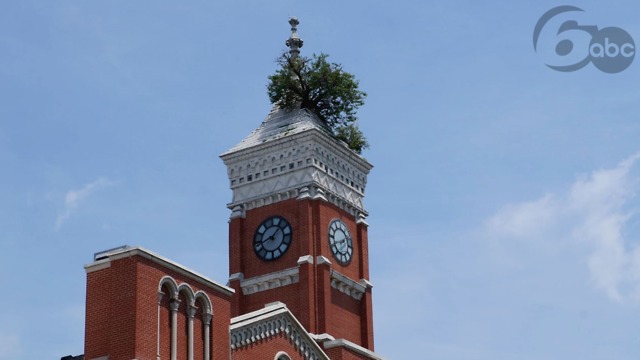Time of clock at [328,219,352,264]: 1:41
